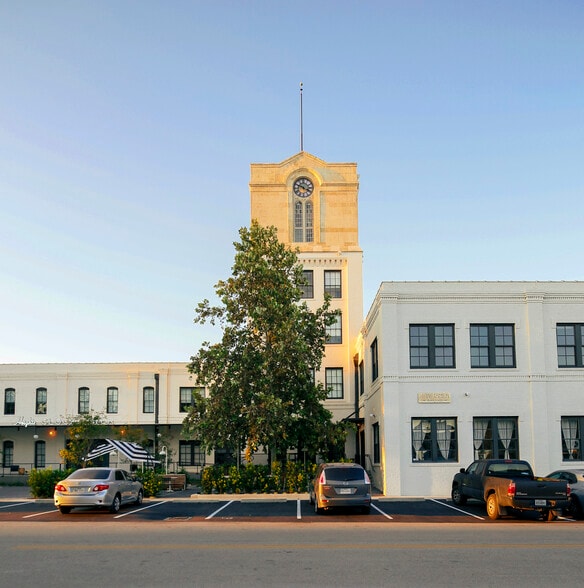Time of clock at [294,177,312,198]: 3:48
